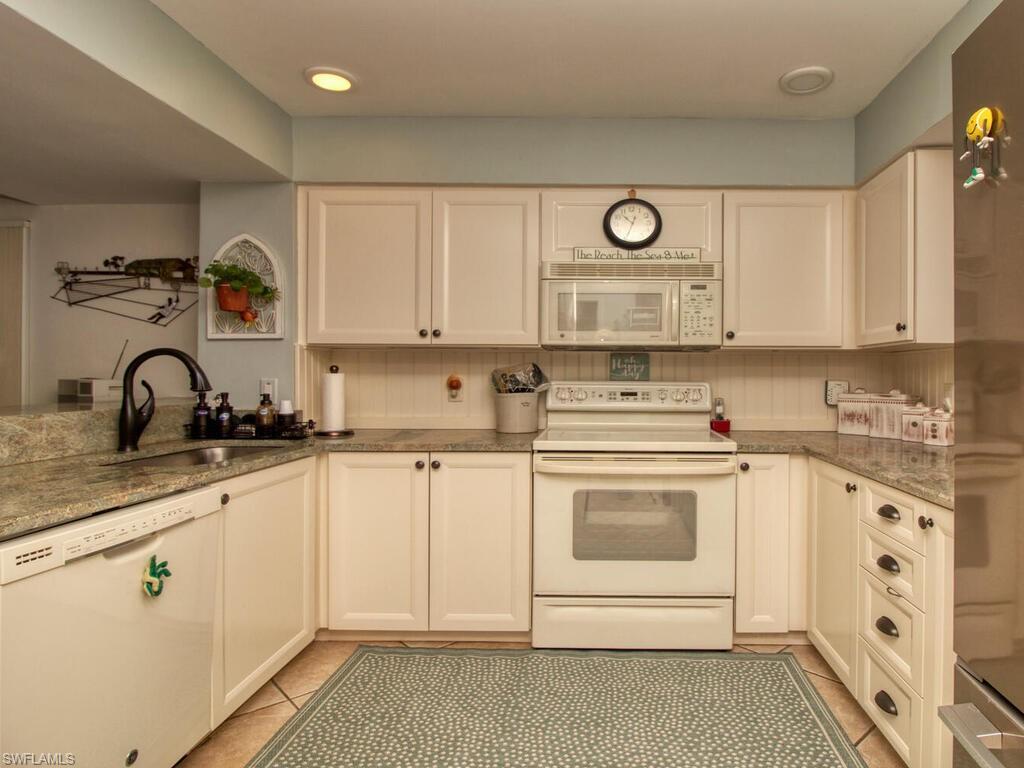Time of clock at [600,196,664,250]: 10:34
